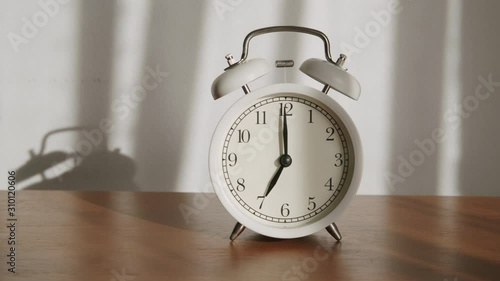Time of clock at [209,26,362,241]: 7:00
